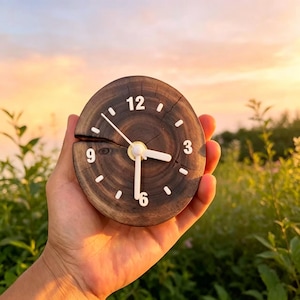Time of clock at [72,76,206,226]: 3:31
